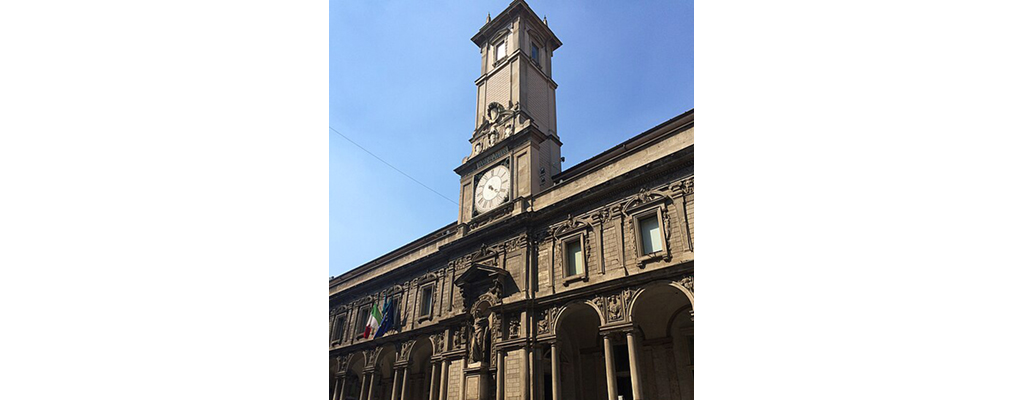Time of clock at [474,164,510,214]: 4:21
